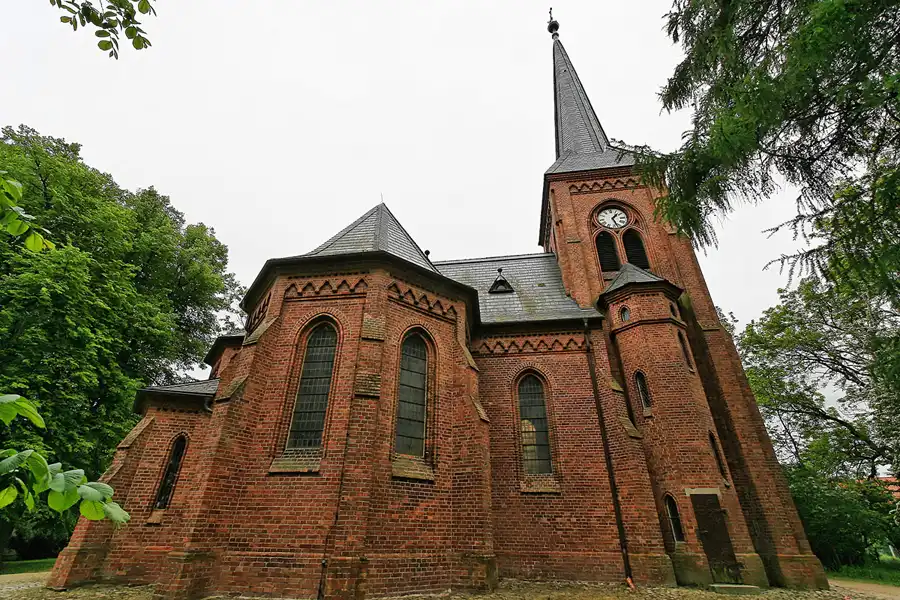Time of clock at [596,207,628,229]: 1:26
